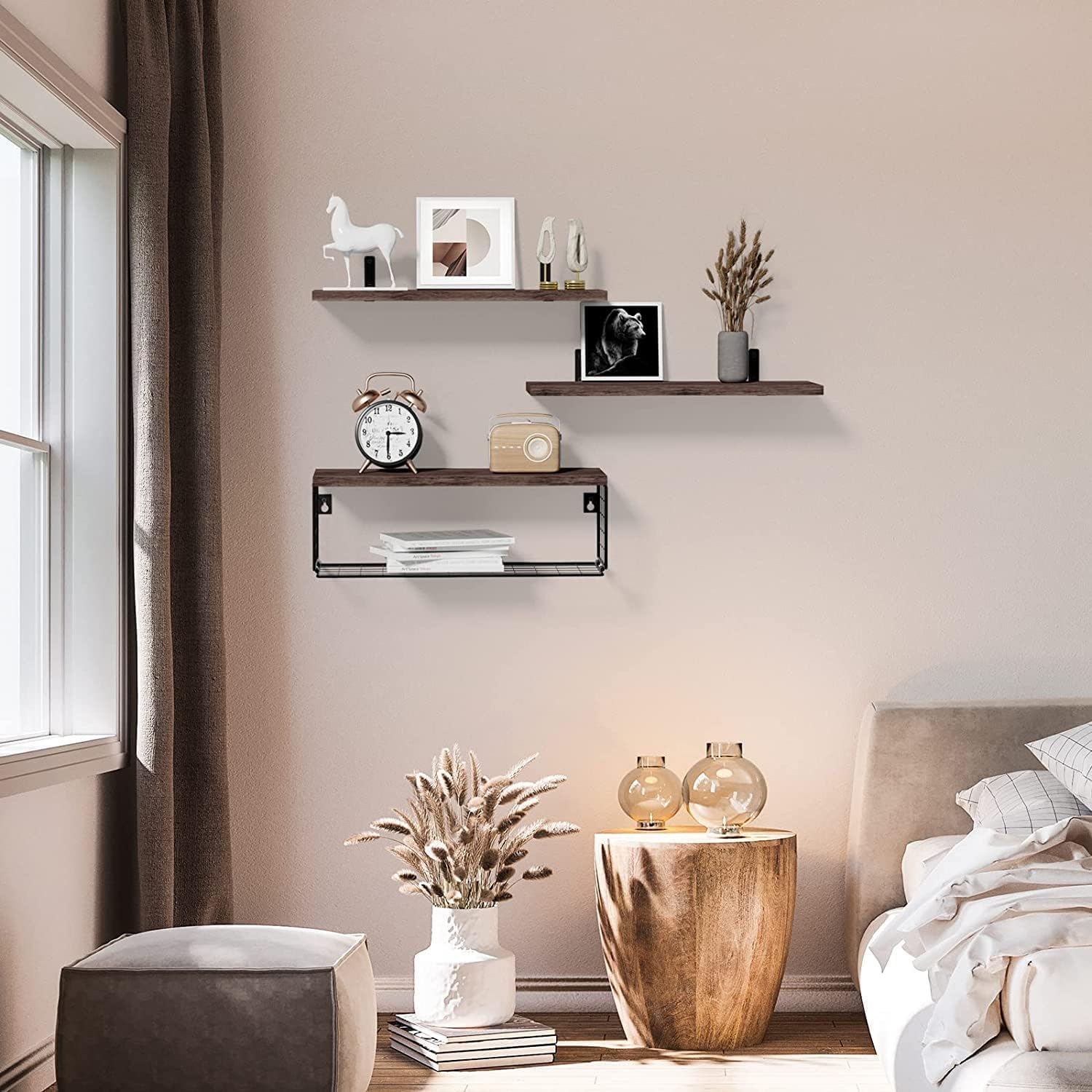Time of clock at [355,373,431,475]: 3:30
